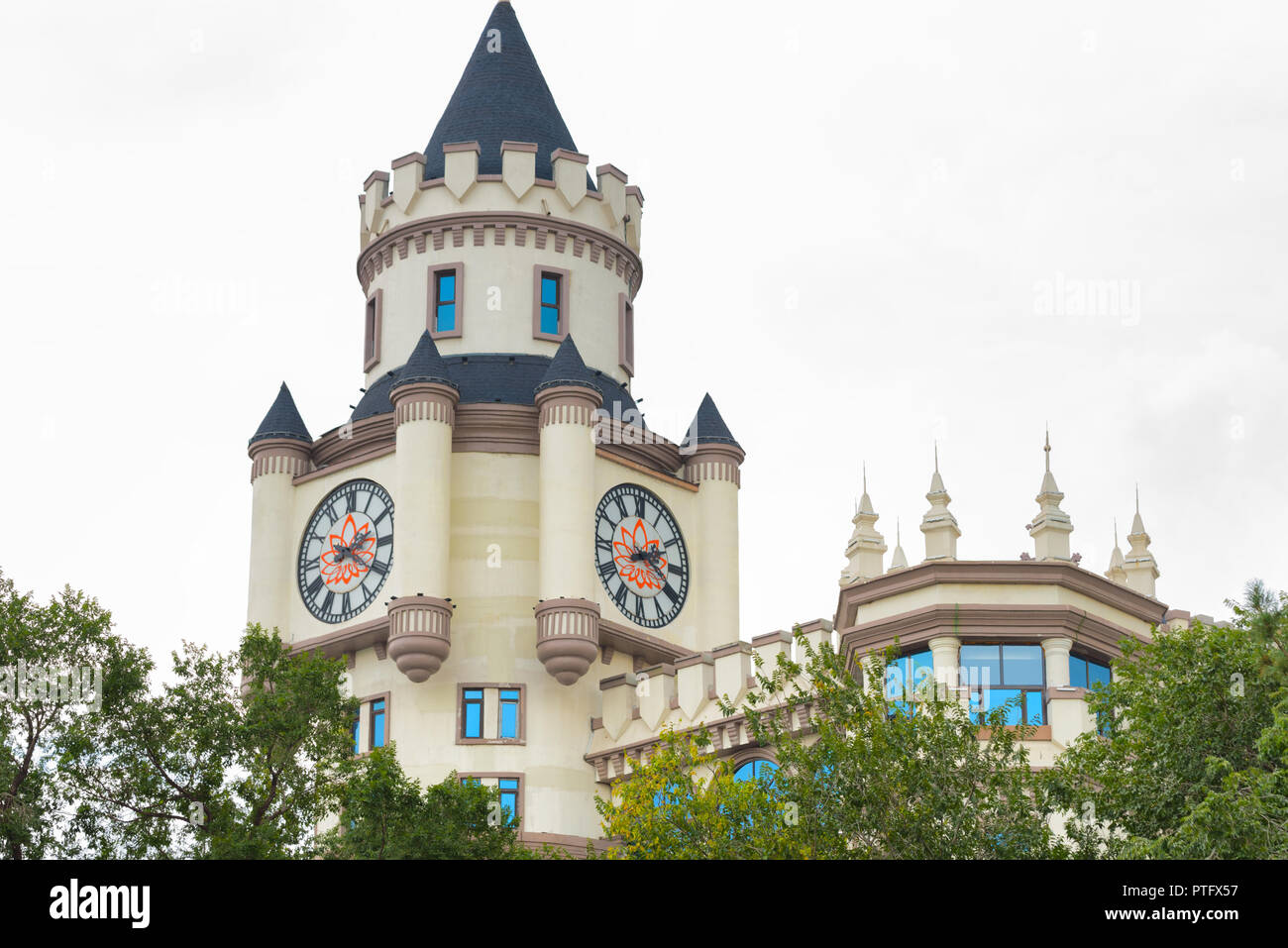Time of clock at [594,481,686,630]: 2:18
